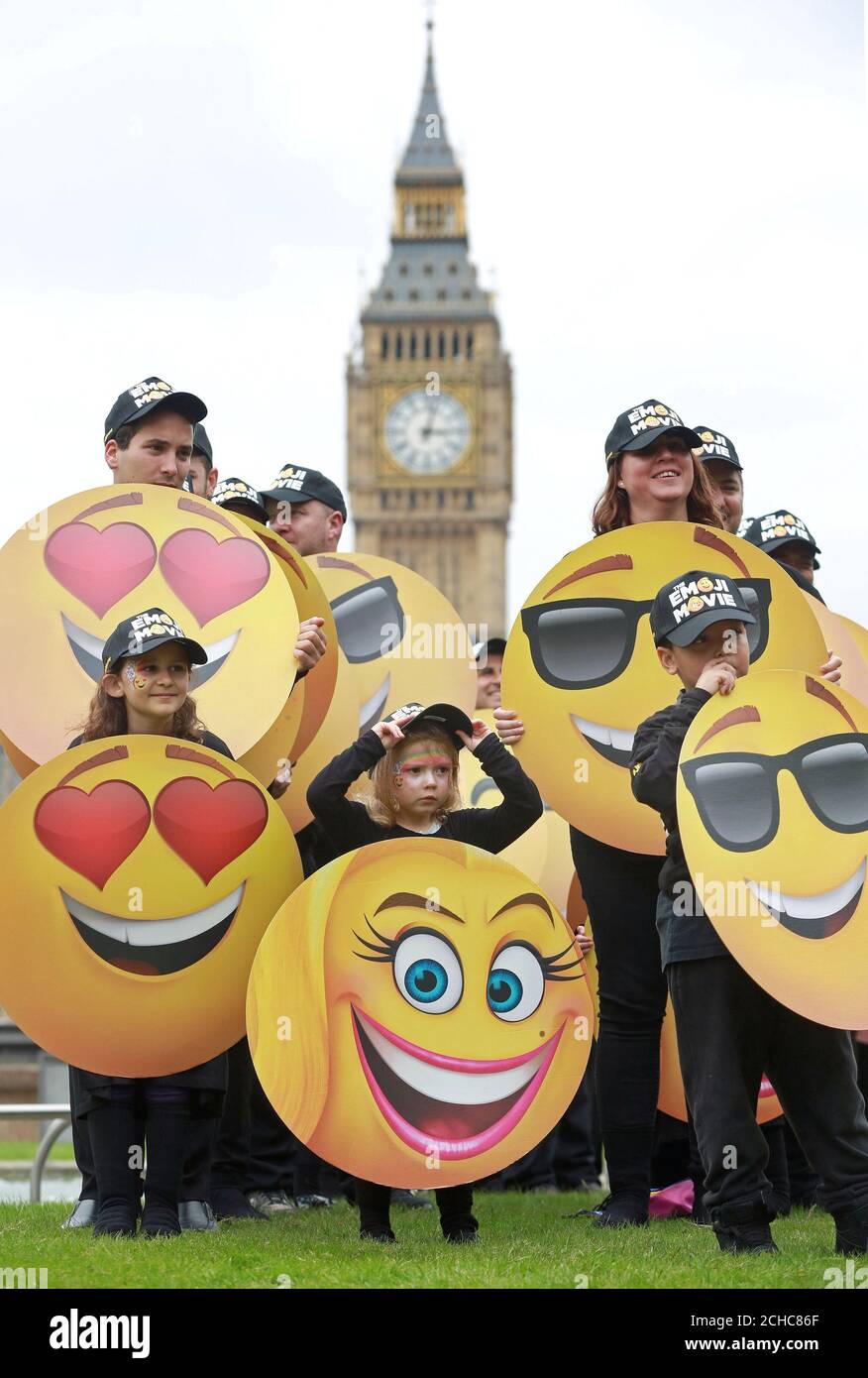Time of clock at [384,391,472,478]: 3:02
